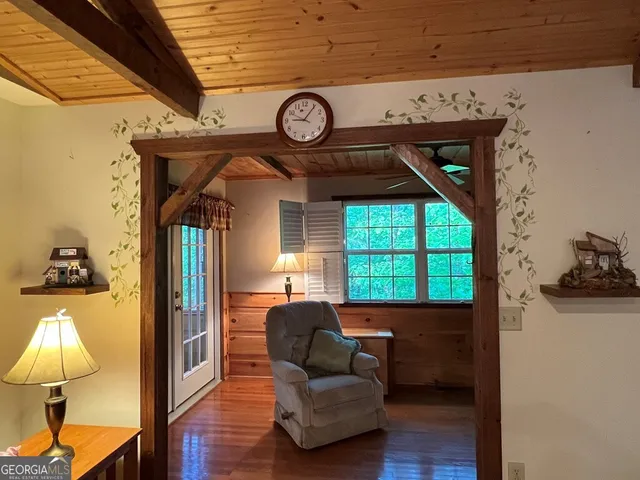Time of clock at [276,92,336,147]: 9:05
